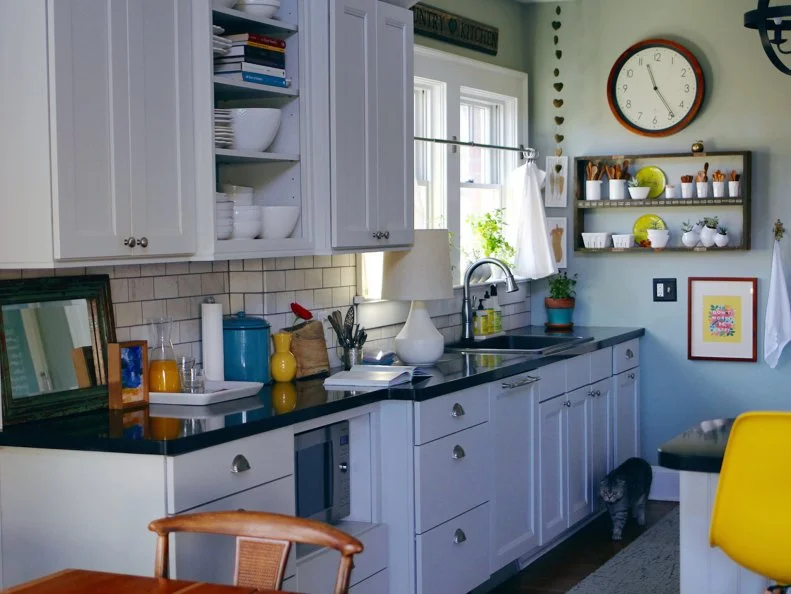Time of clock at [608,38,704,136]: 11:24
